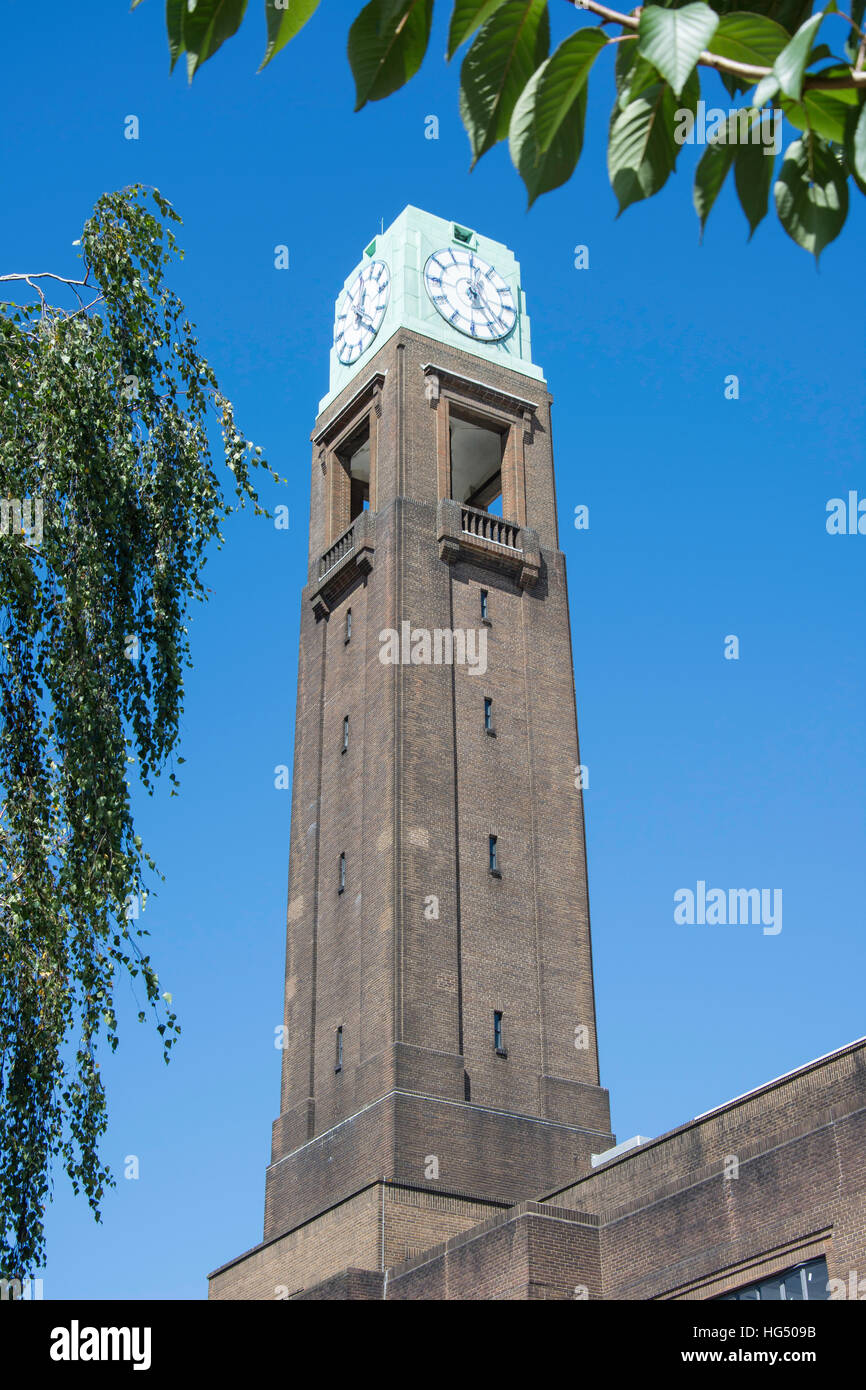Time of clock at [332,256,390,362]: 12:20
